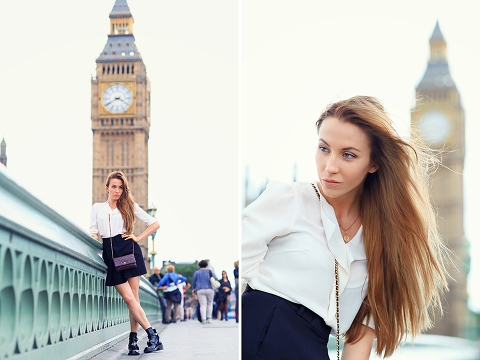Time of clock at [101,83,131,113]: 3:40
